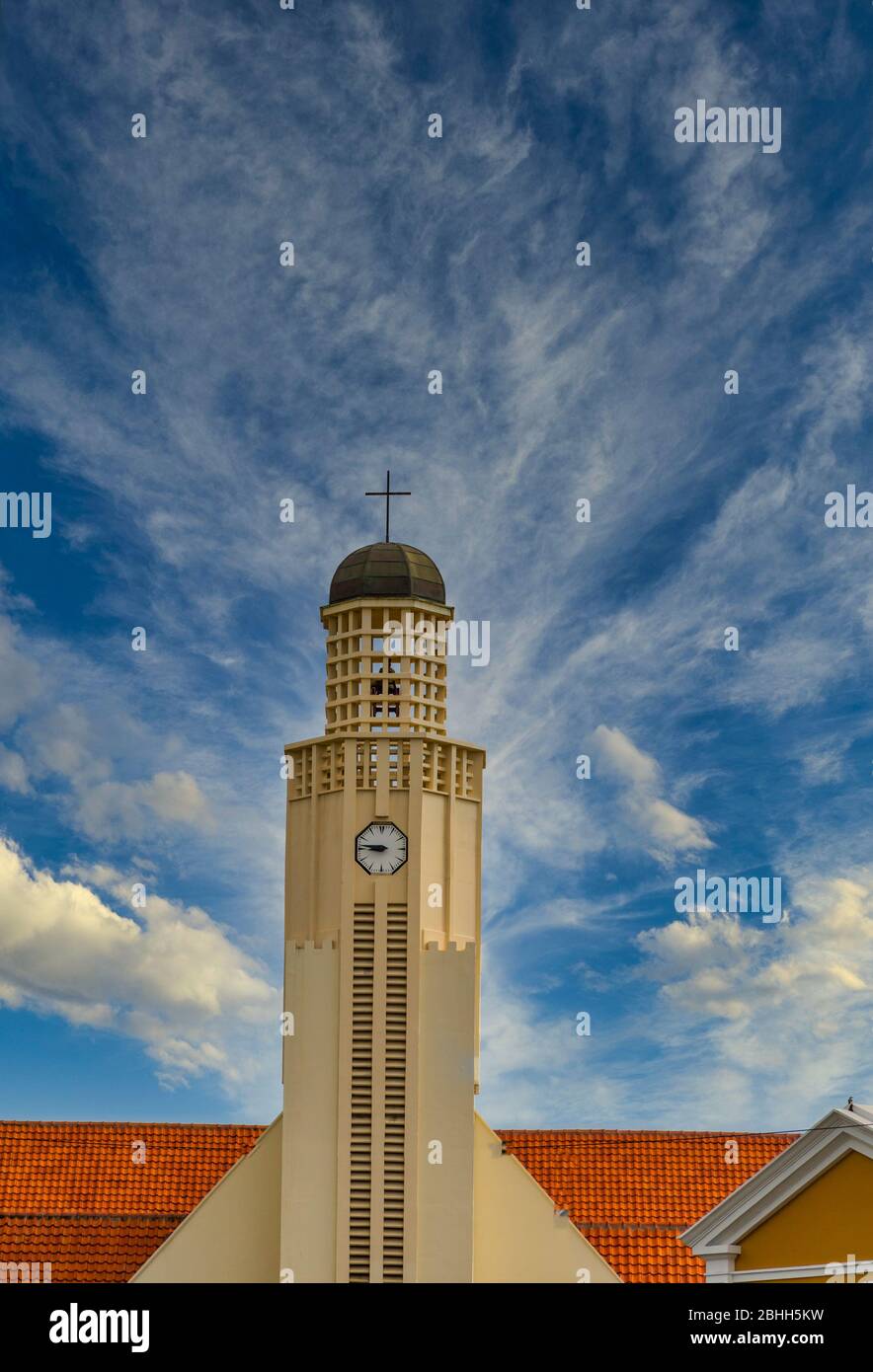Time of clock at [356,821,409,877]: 8:46
